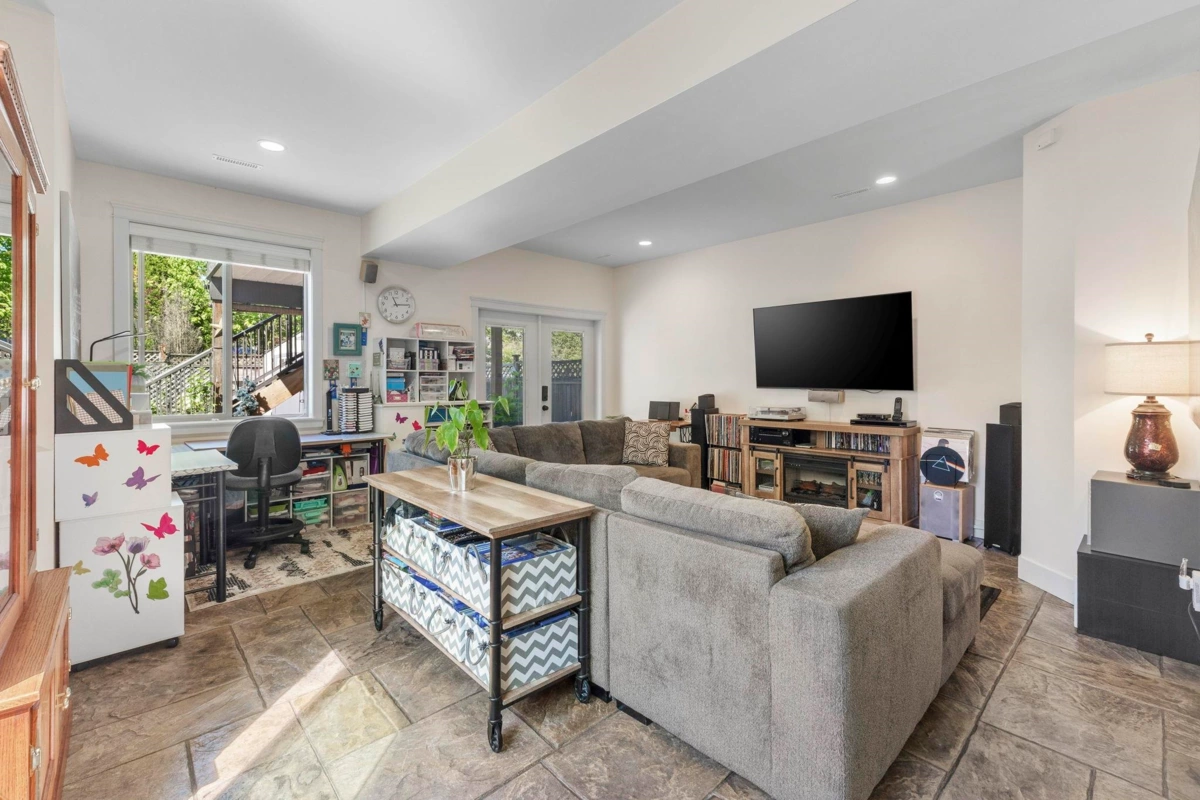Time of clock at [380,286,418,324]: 11:14
